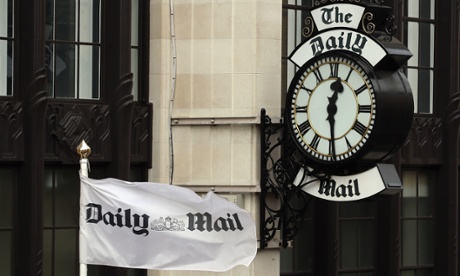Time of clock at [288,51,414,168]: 12:29
